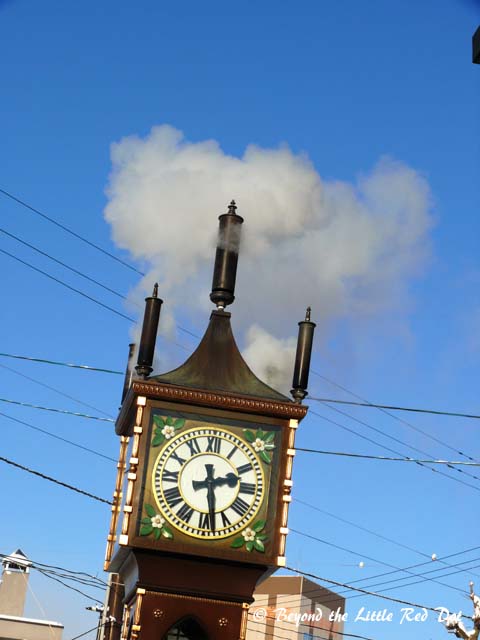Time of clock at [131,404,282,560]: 2:28
